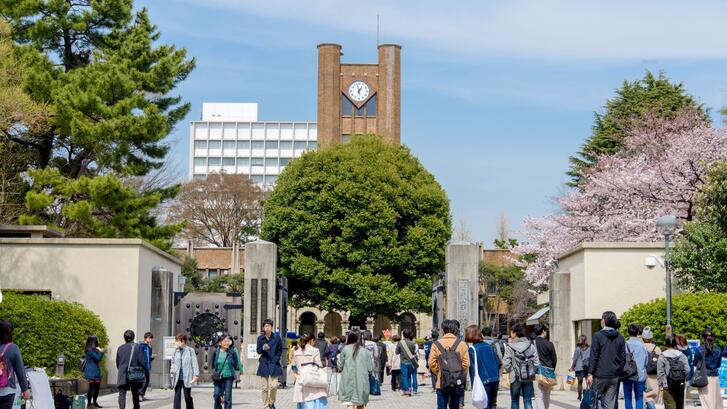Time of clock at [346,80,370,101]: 12:57
